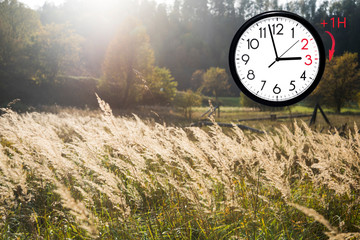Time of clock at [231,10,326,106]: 2:57
